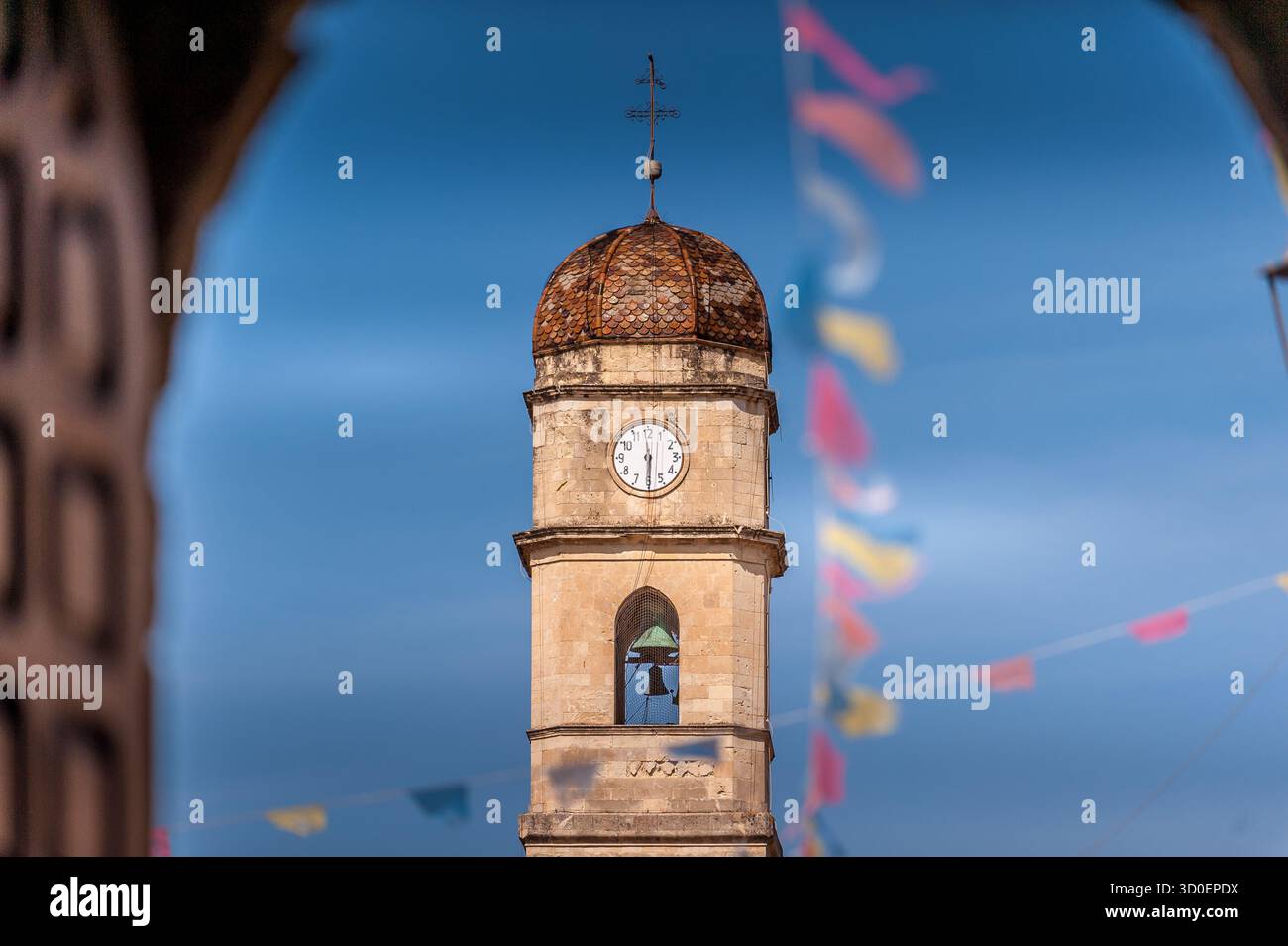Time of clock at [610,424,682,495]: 5:59
